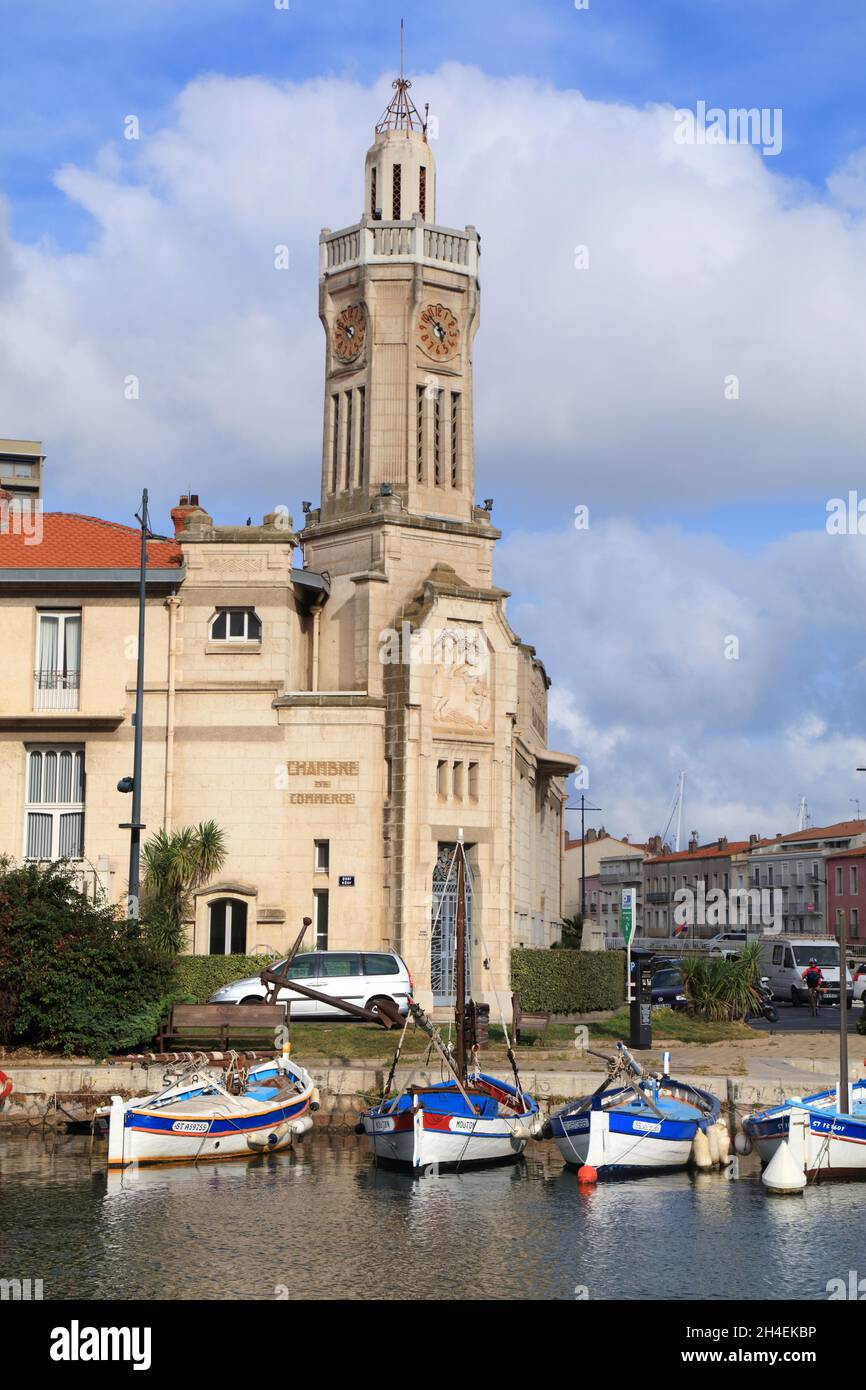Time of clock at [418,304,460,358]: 5:51
